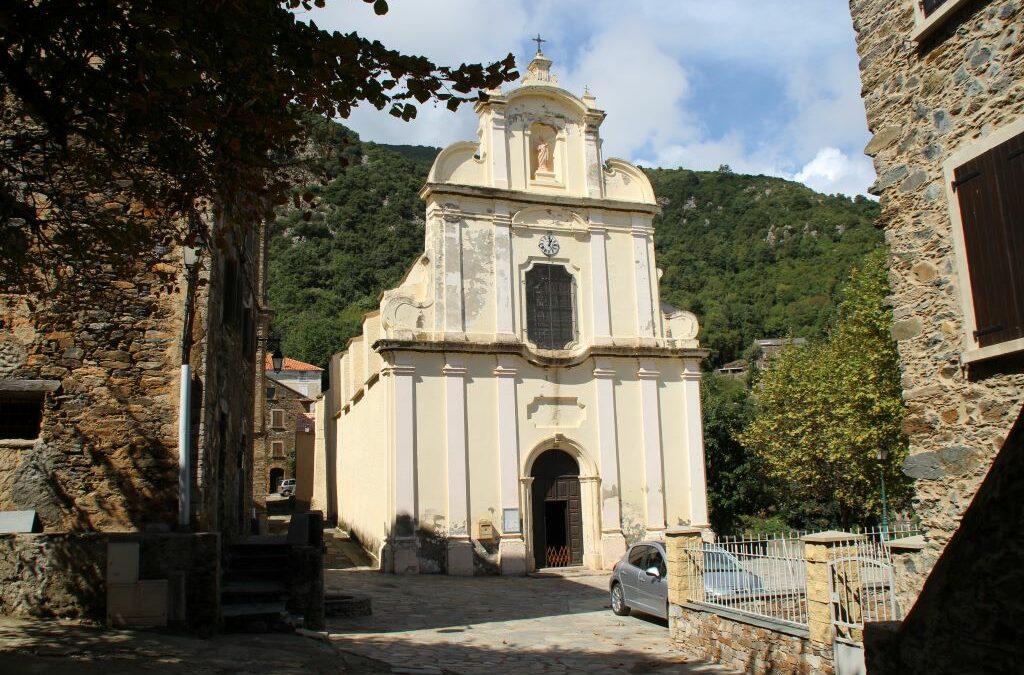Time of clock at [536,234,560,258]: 1:01
